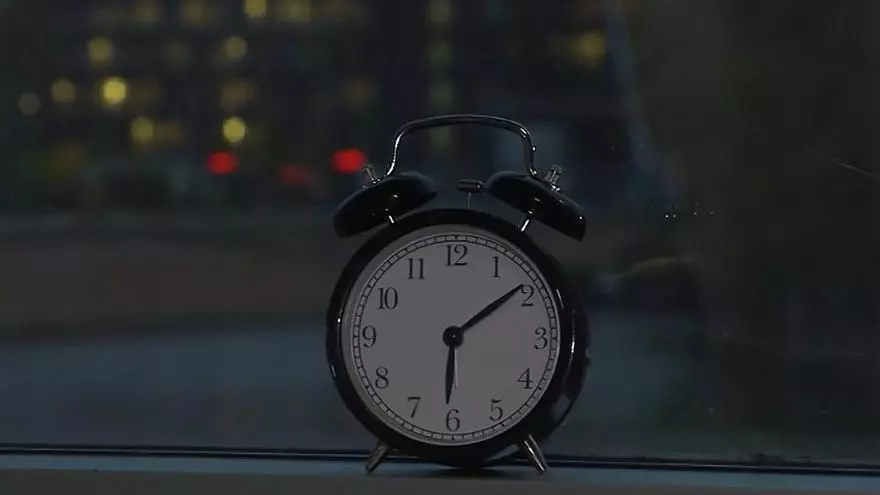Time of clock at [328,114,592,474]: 6:08
